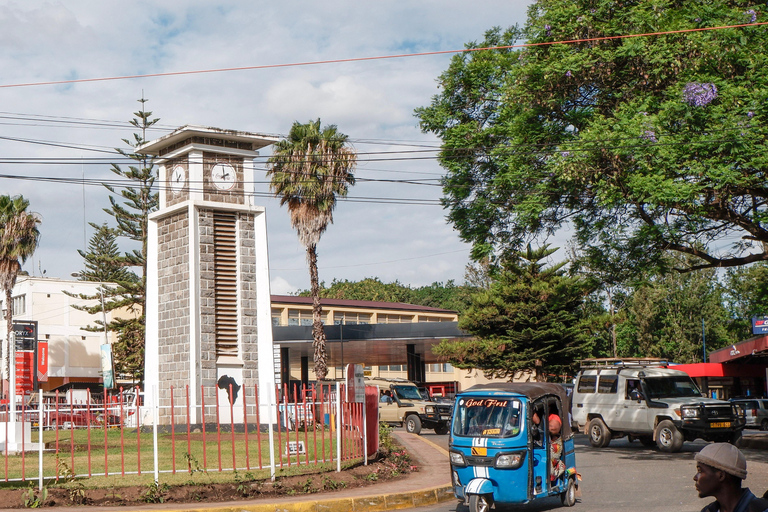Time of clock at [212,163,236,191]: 1:59
